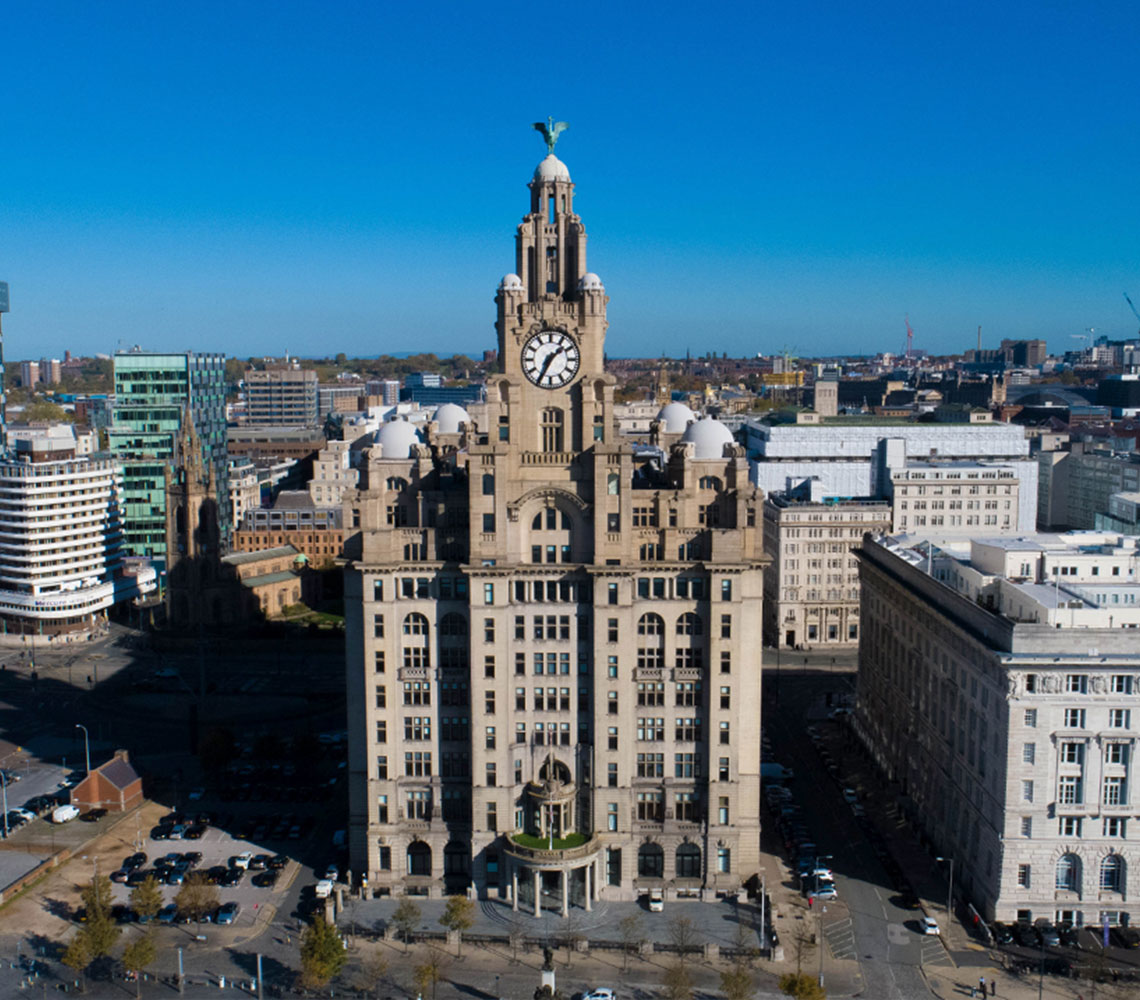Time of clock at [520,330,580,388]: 1:34
